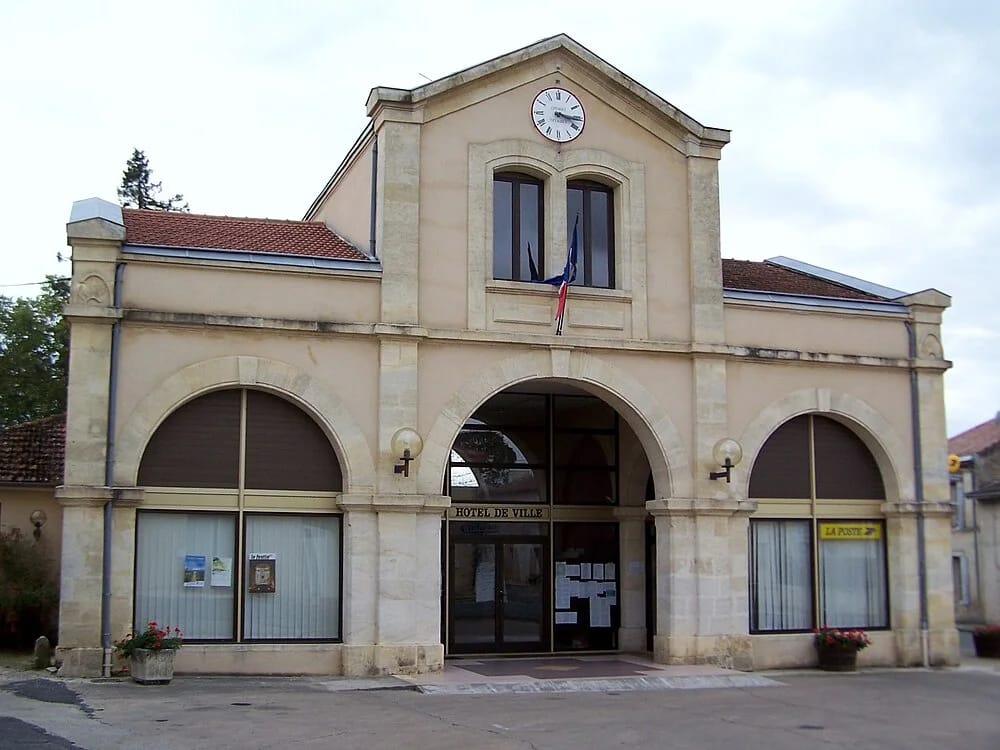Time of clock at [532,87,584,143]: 3:16
